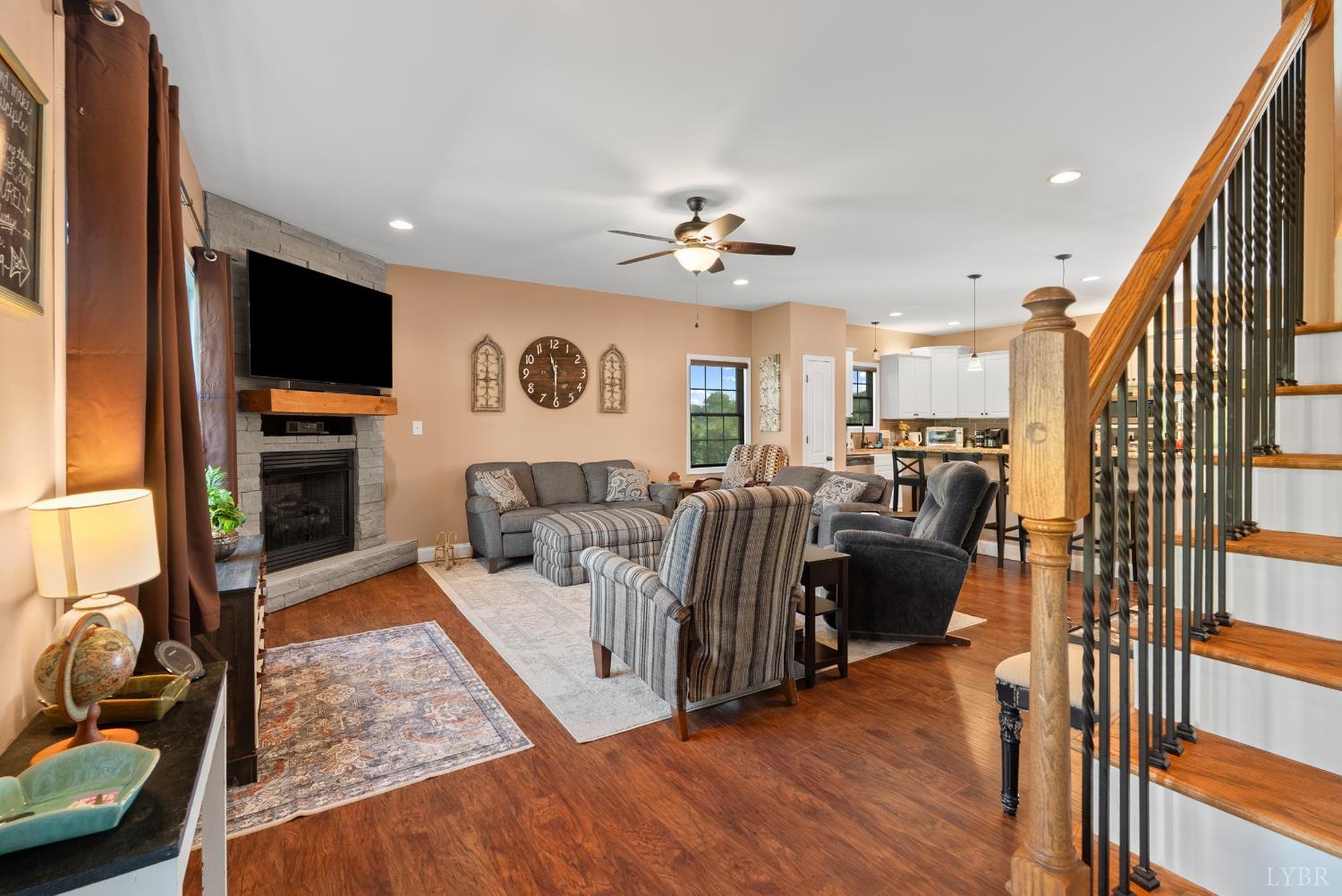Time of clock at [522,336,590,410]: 11:30
